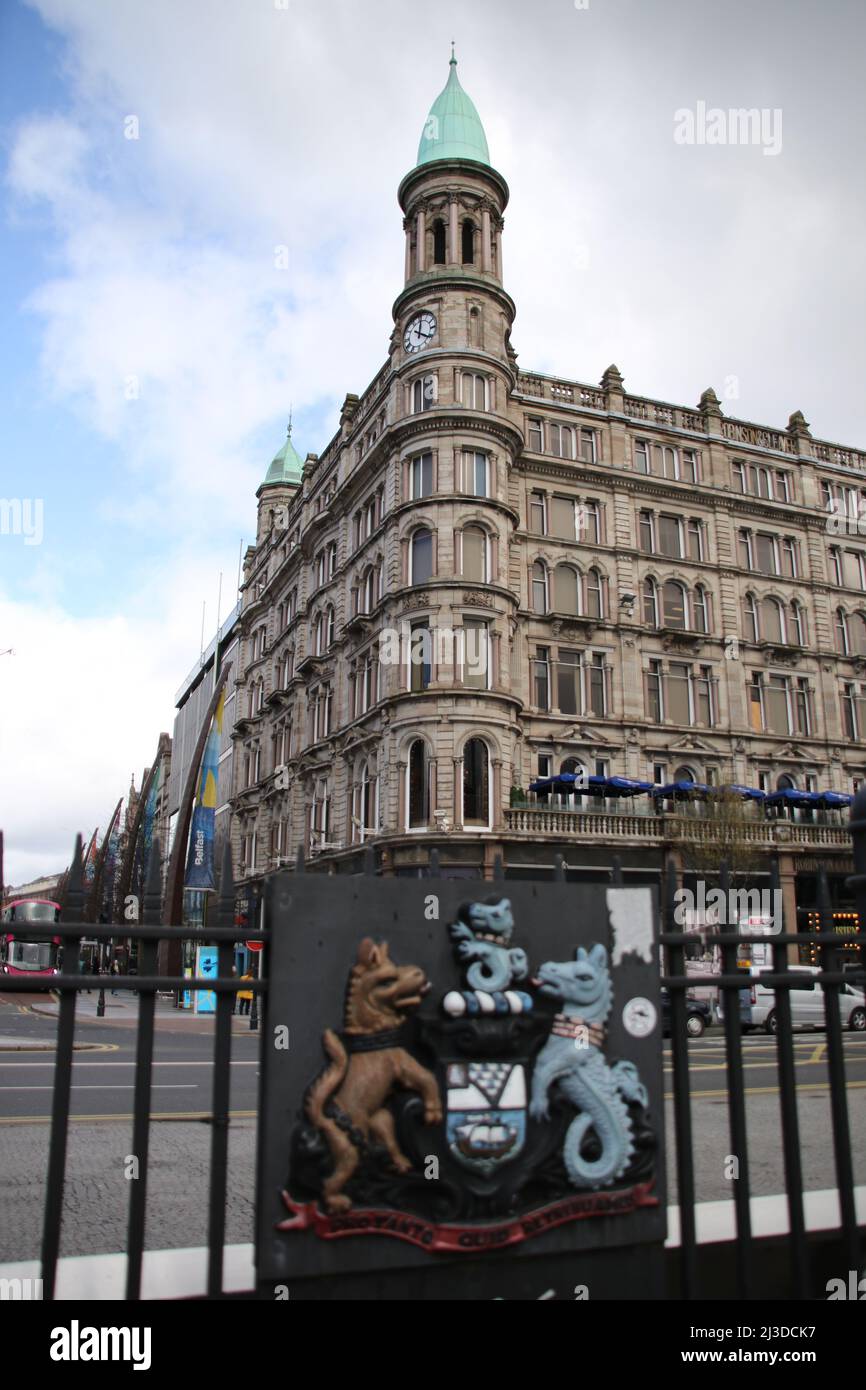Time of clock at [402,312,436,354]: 4:01
